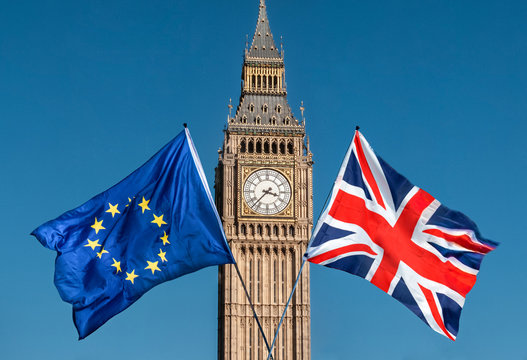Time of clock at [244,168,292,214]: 3:37
